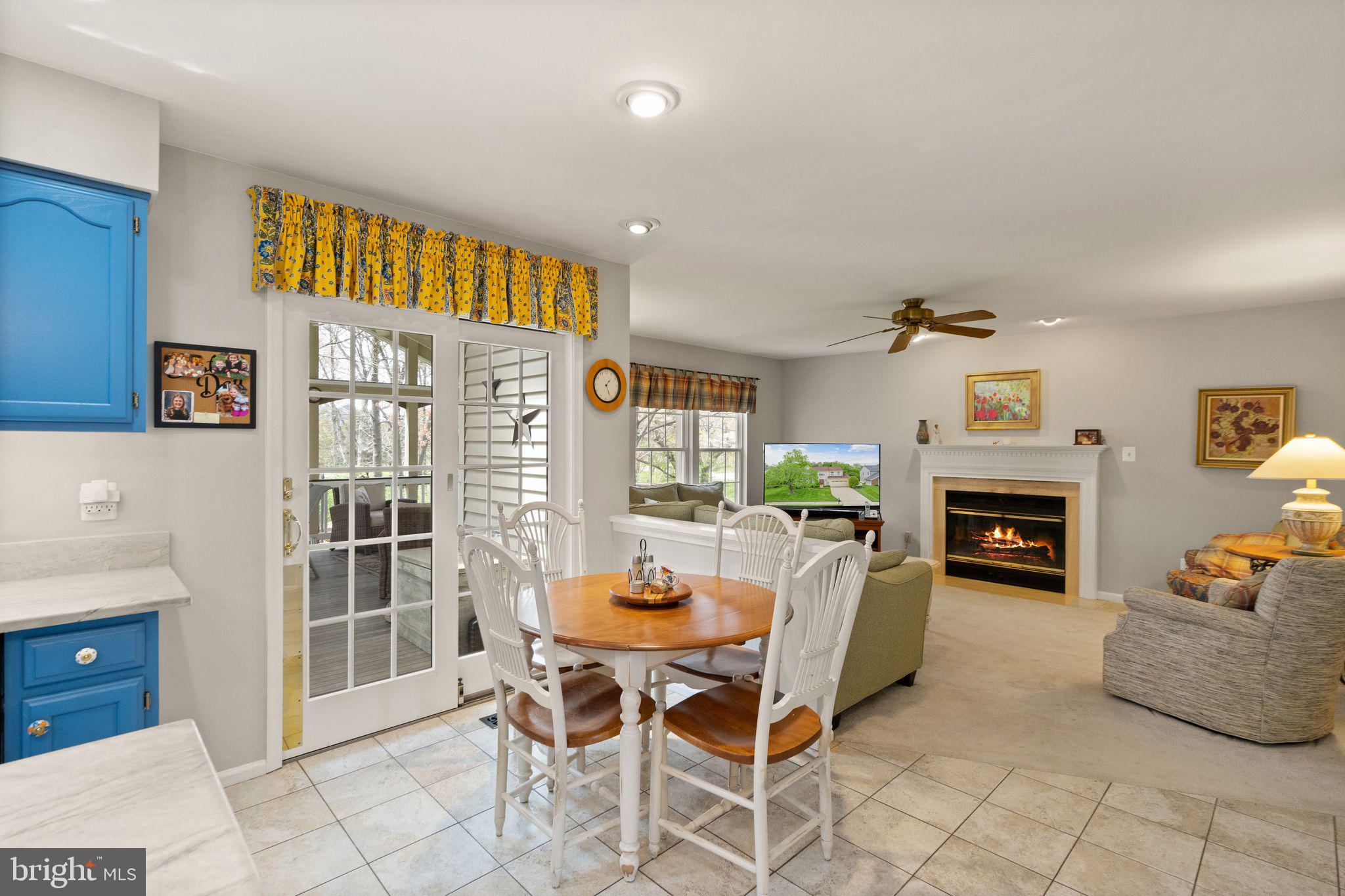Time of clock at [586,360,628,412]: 1:25
